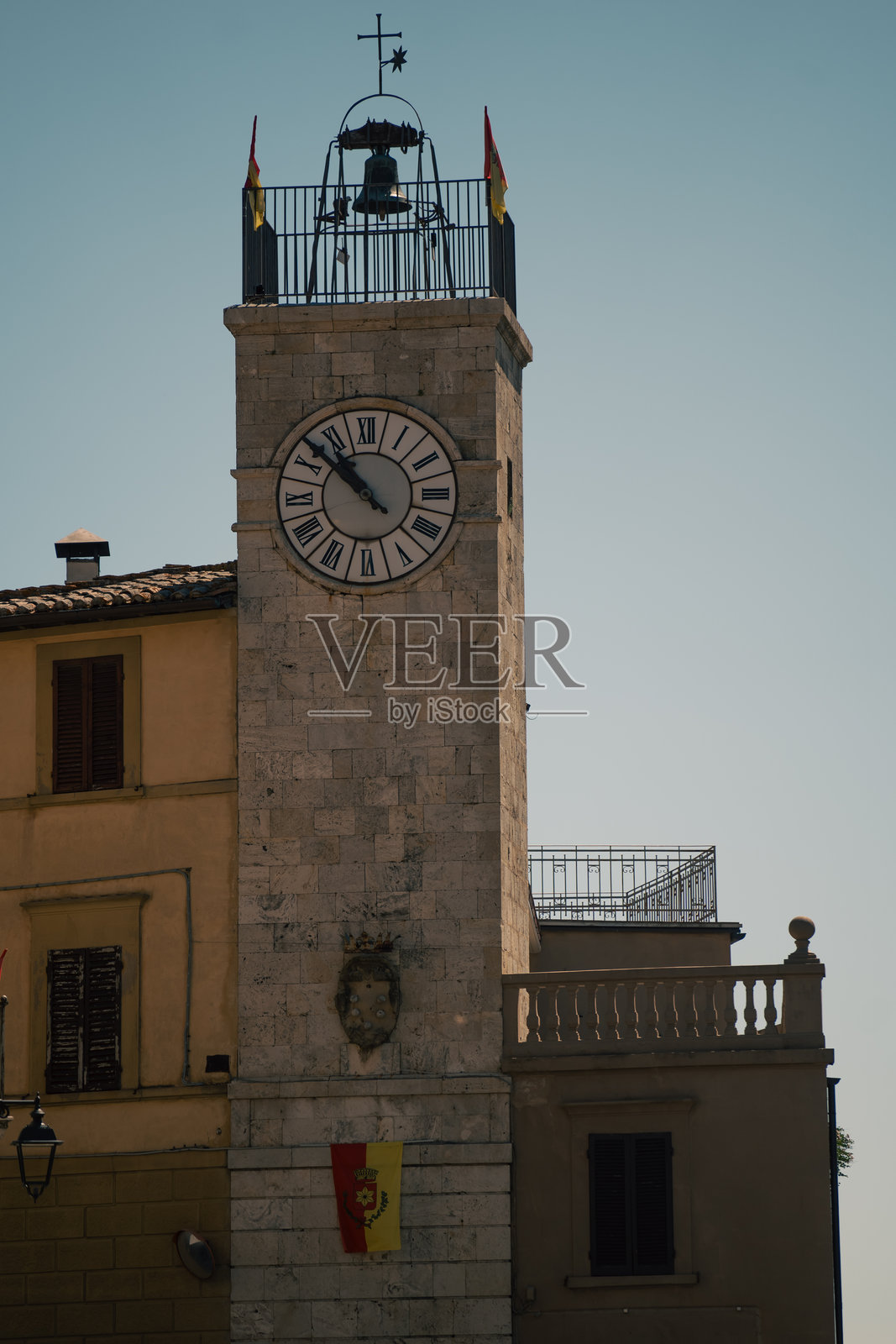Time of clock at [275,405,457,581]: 10:52
